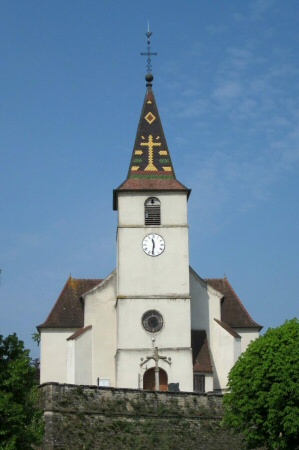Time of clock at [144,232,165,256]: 11:31
